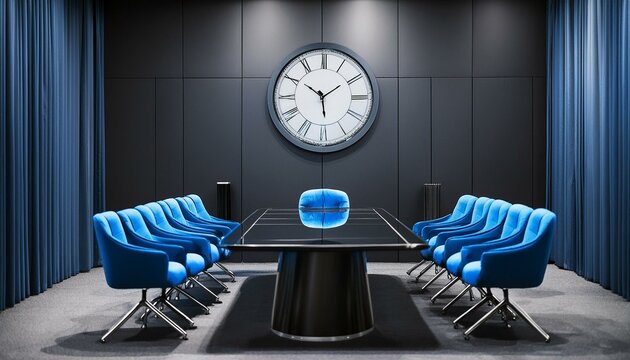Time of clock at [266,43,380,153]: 1:50
